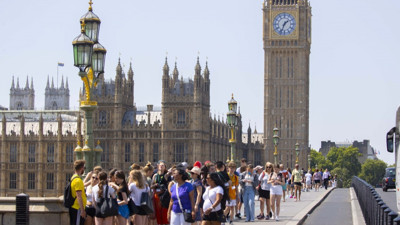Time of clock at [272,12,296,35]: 1:33
